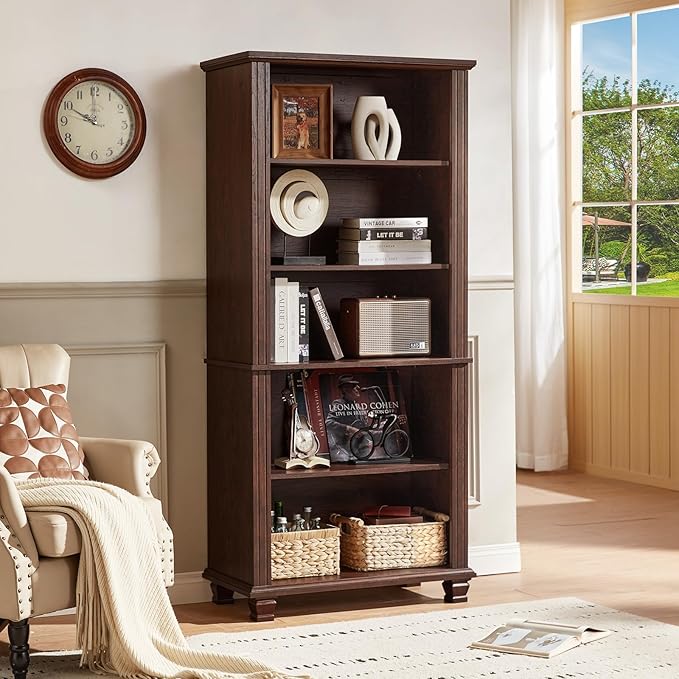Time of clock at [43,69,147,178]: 9:59
